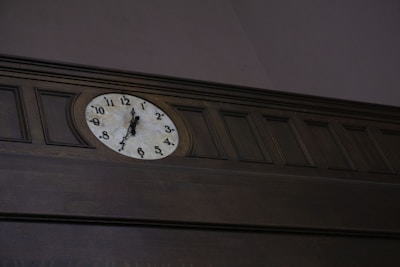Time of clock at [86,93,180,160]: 12:35
